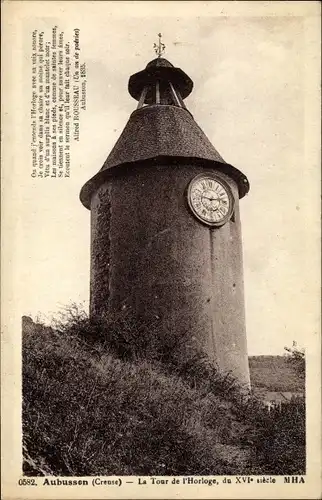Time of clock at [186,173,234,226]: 9:13
